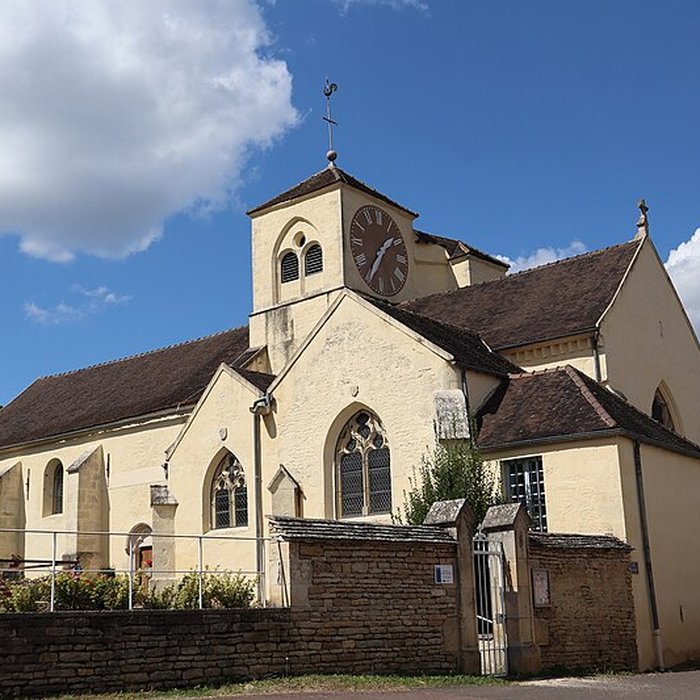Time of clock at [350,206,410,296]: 1:35
